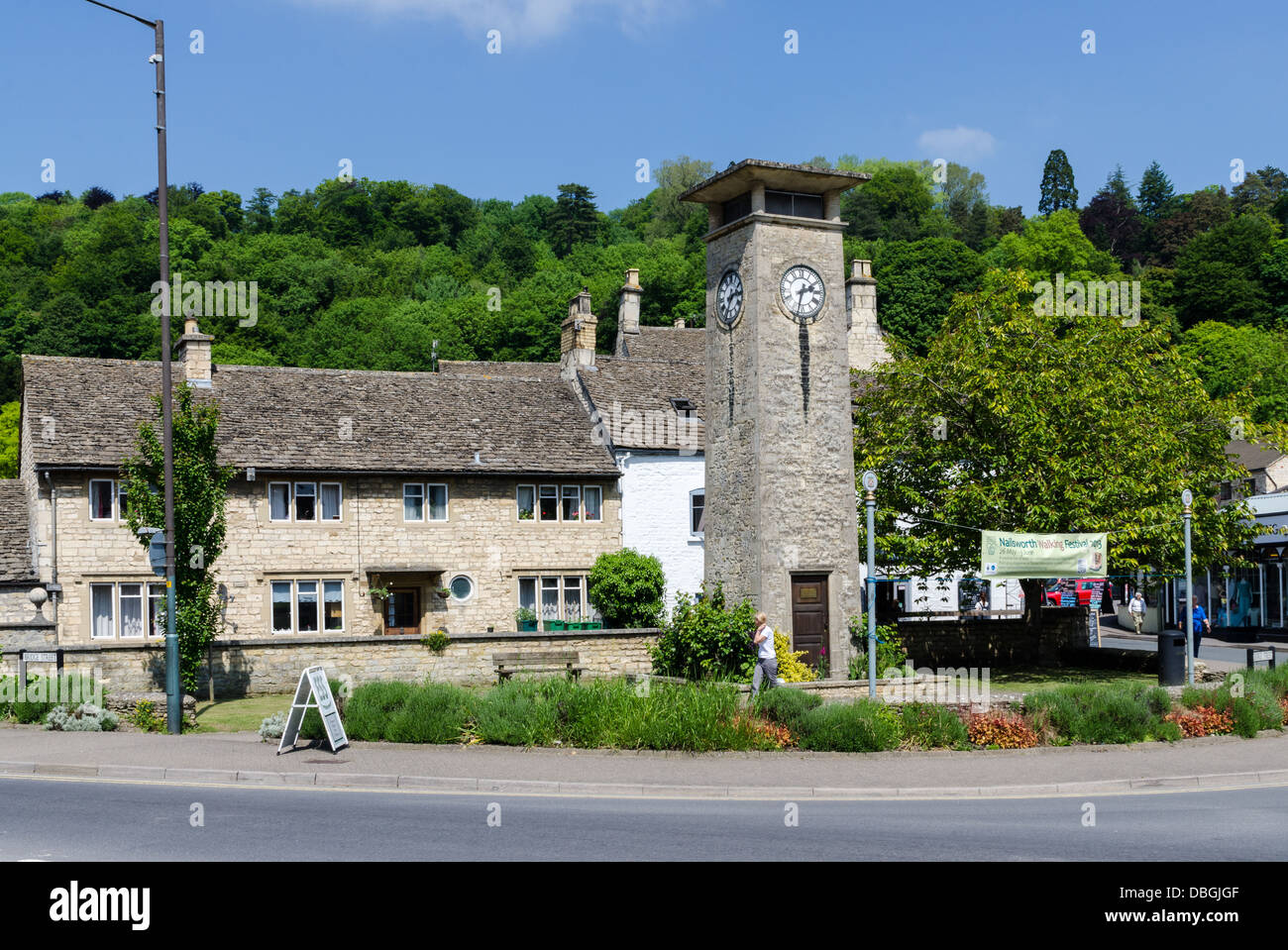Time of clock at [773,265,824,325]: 2:32
